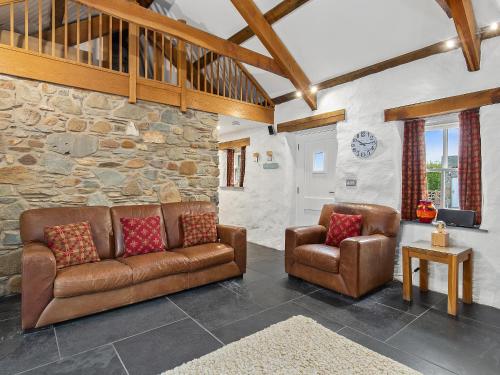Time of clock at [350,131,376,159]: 10:15
